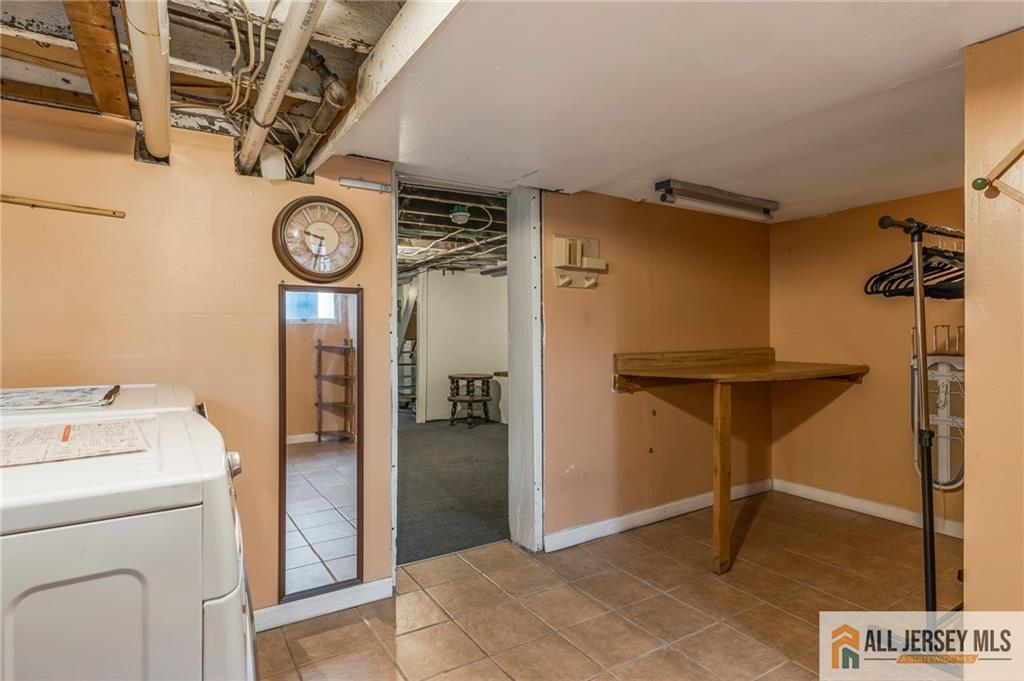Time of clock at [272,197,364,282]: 9:32
